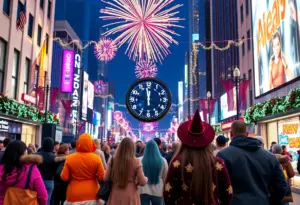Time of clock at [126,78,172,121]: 11:58
